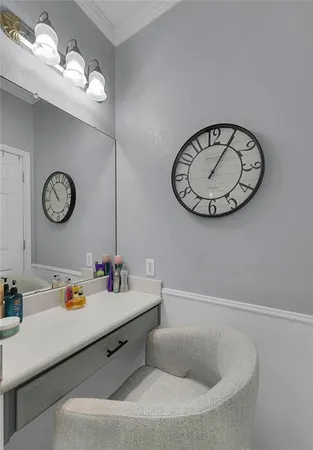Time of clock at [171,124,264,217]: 1:05
